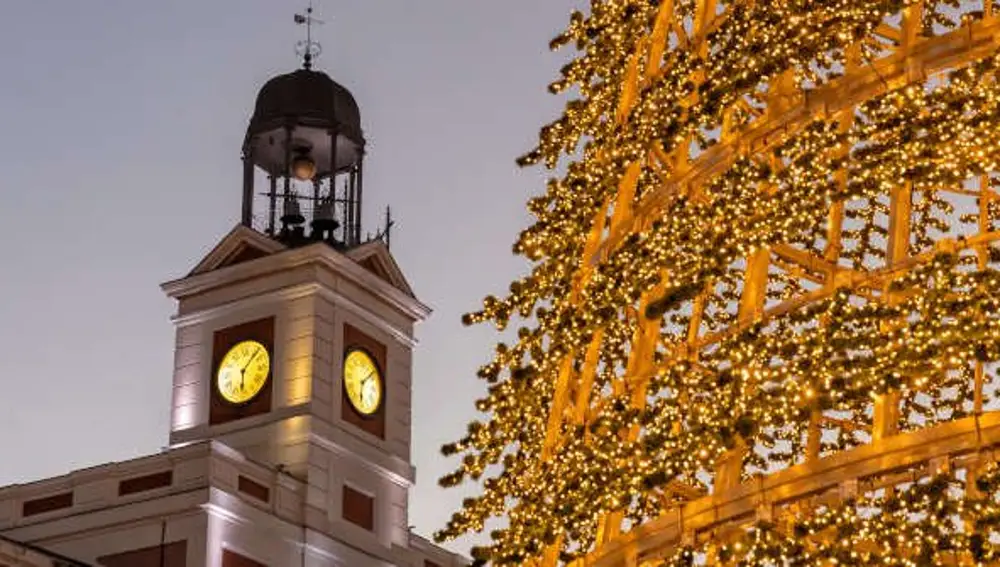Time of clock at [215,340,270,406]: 6:06
